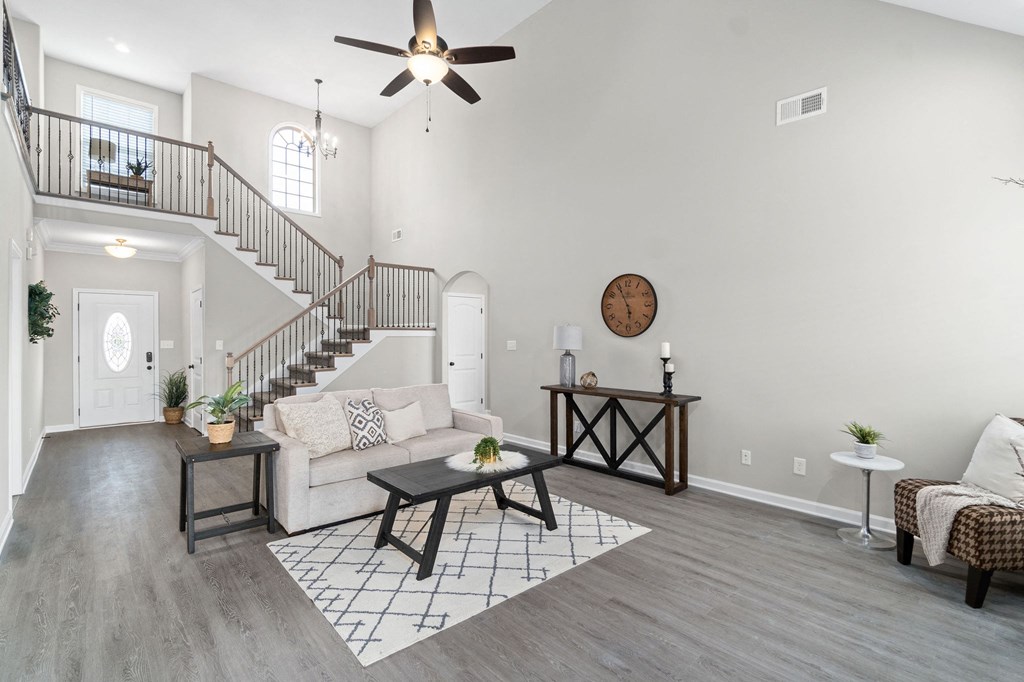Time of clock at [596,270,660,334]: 5:55
